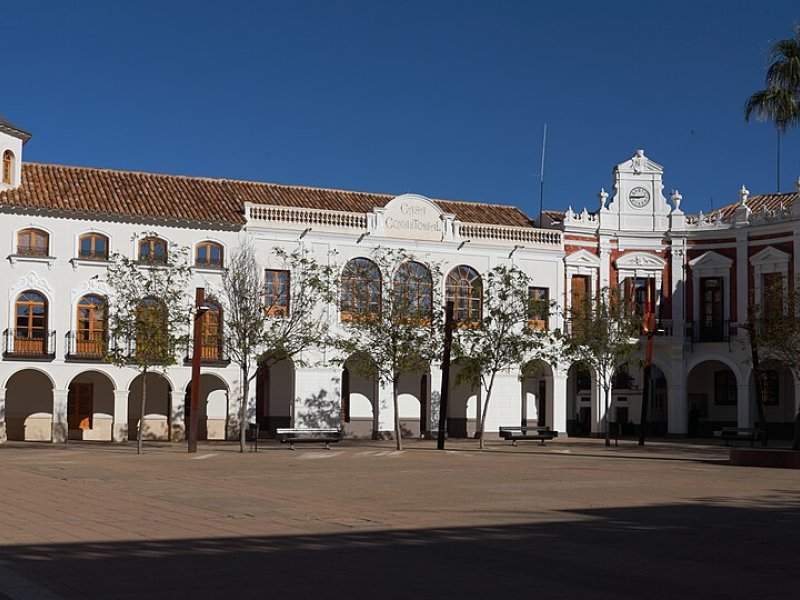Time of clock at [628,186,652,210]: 2:45
